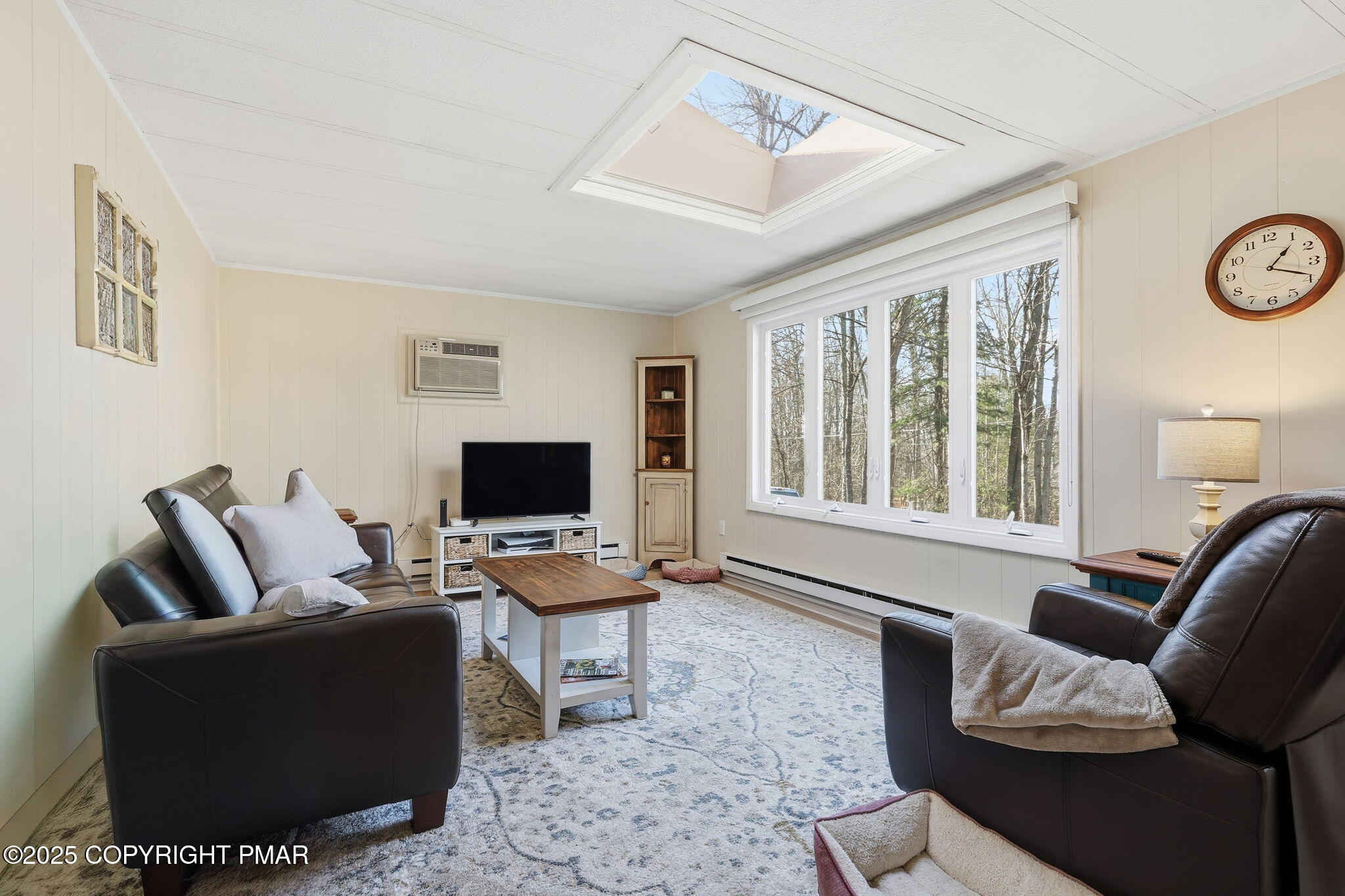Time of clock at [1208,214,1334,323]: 1:18
